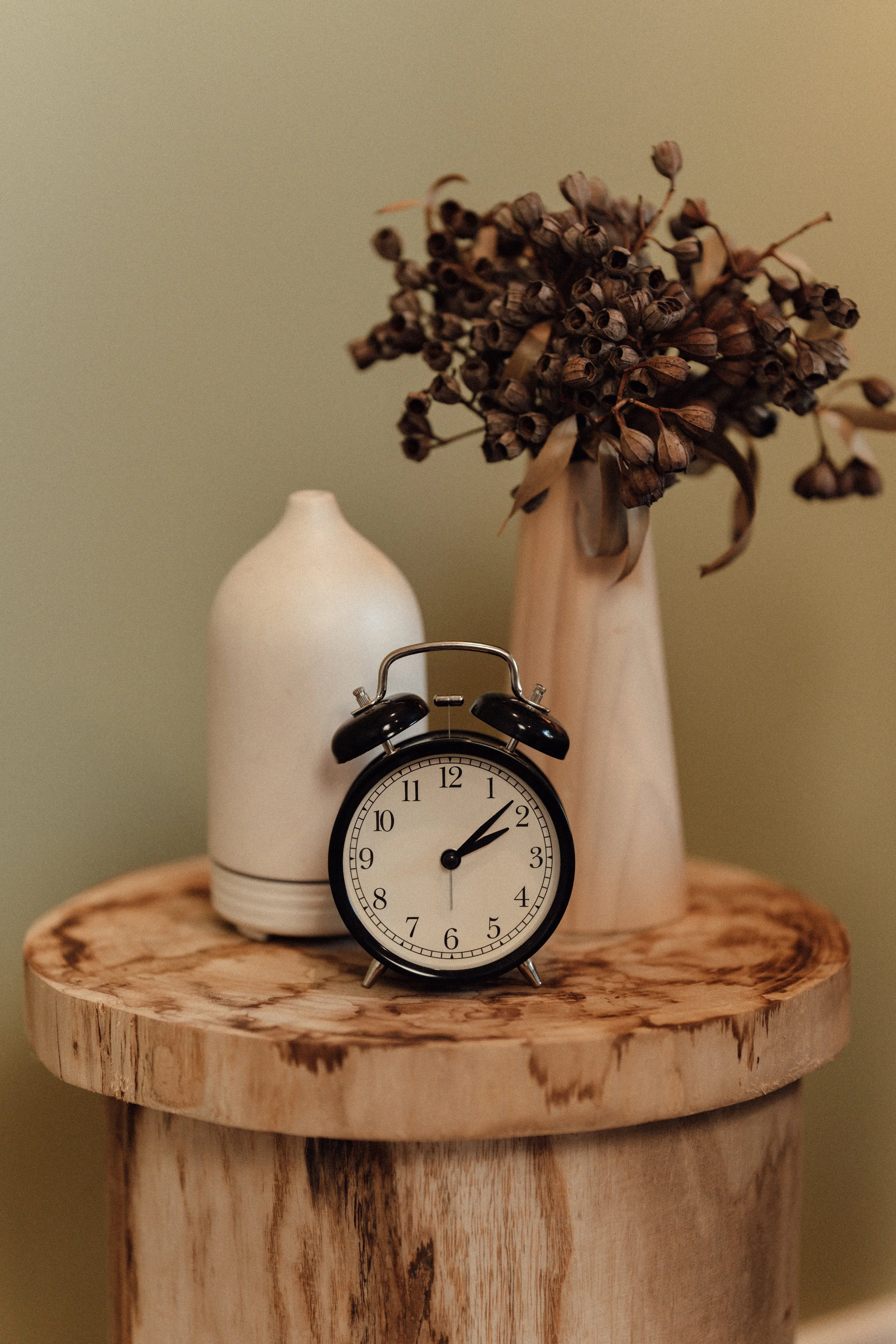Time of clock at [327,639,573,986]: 2:08
